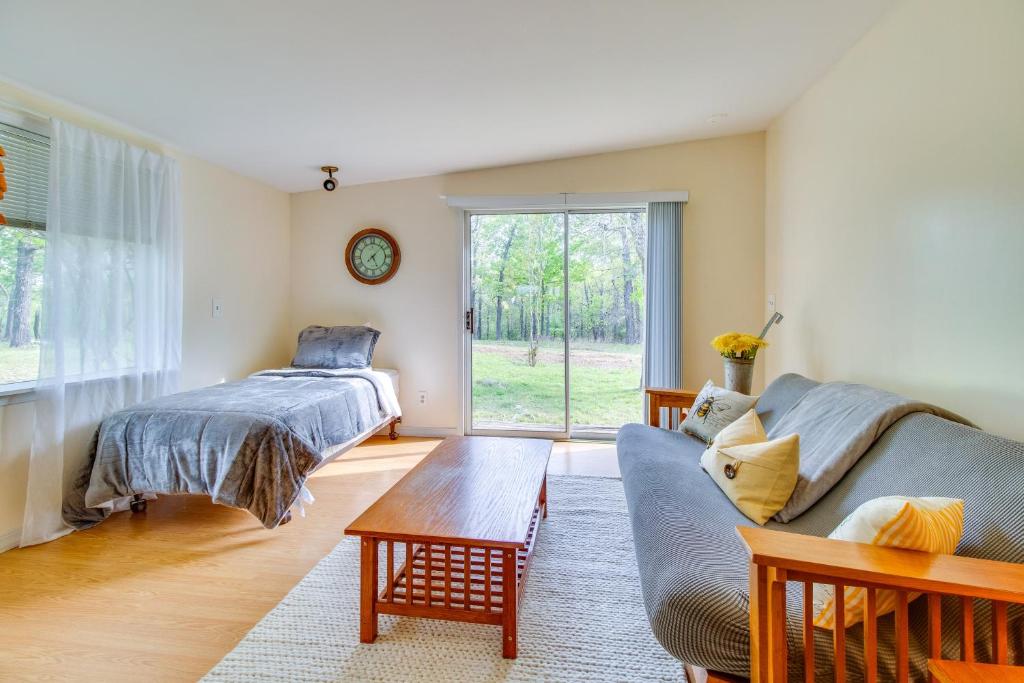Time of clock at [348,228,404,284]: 5:07
